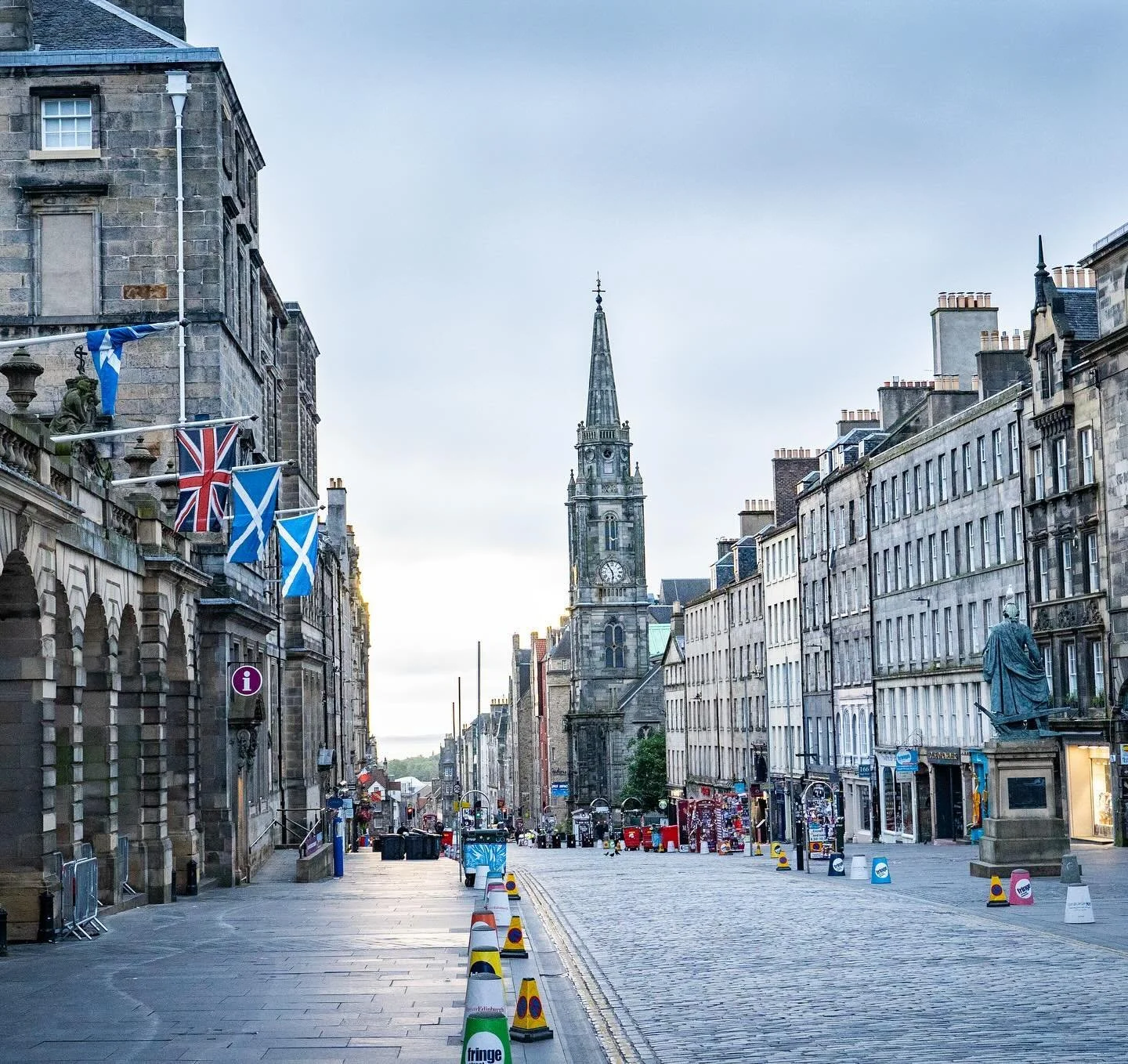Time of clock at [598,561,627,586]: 5:54
